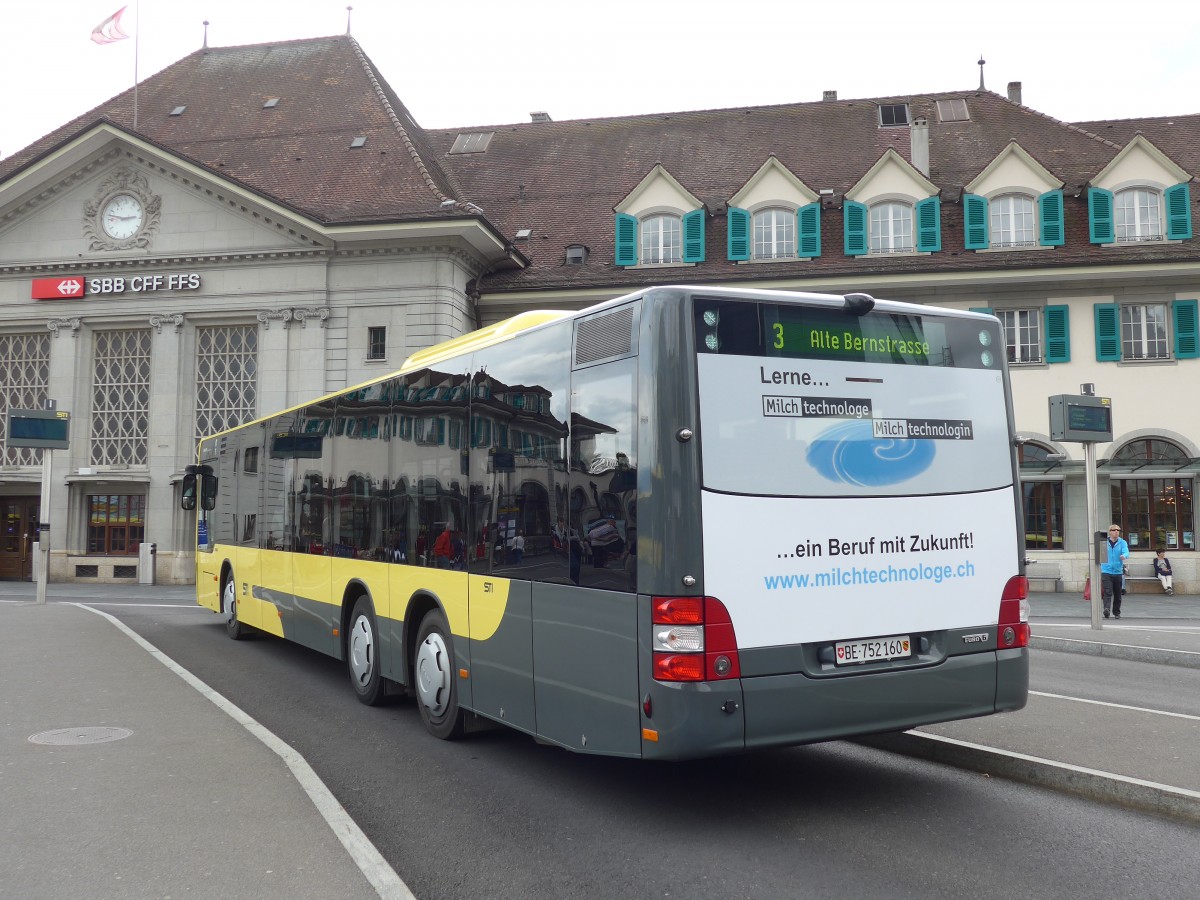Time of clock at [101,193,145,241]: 2:47
